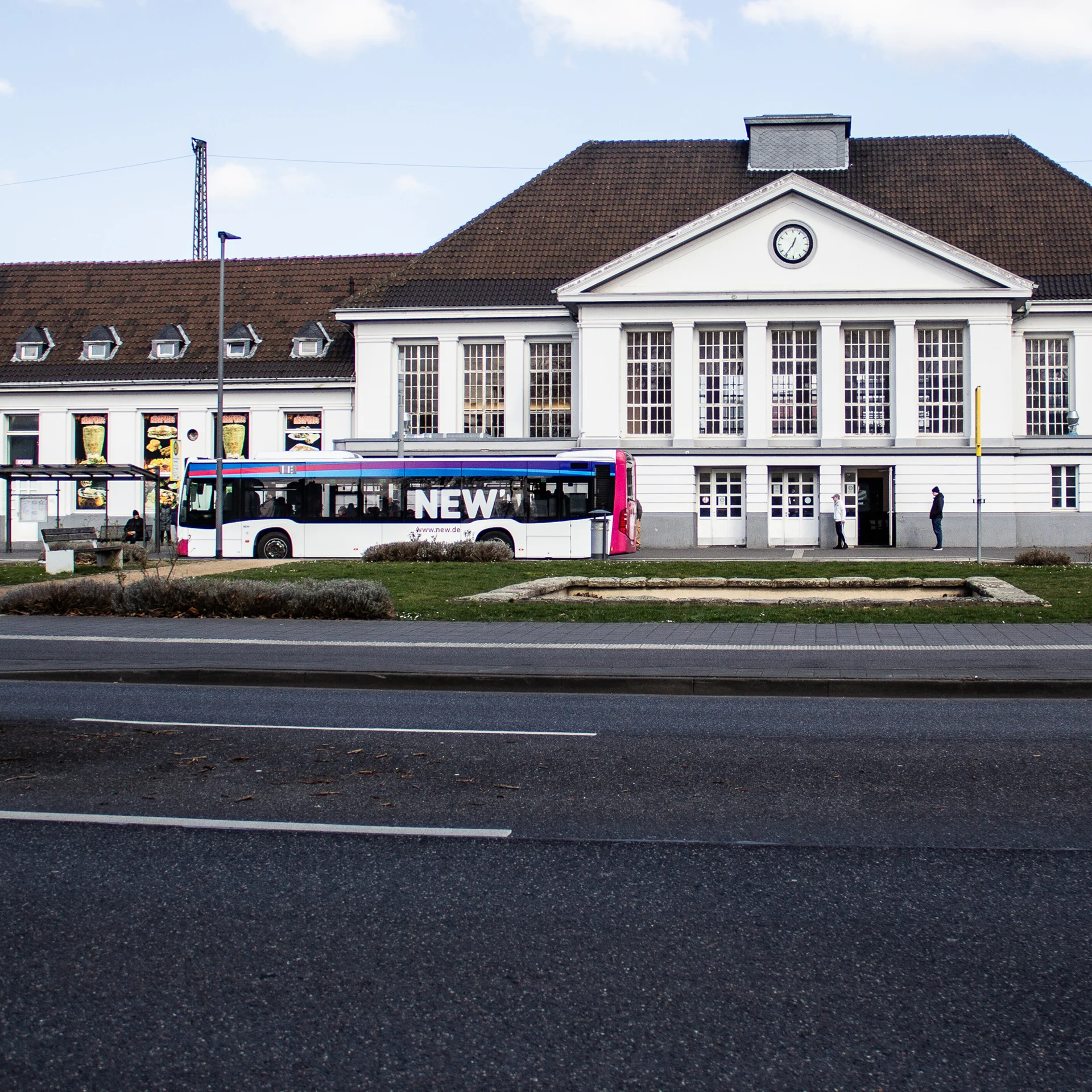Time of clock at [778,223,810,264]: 12:36
